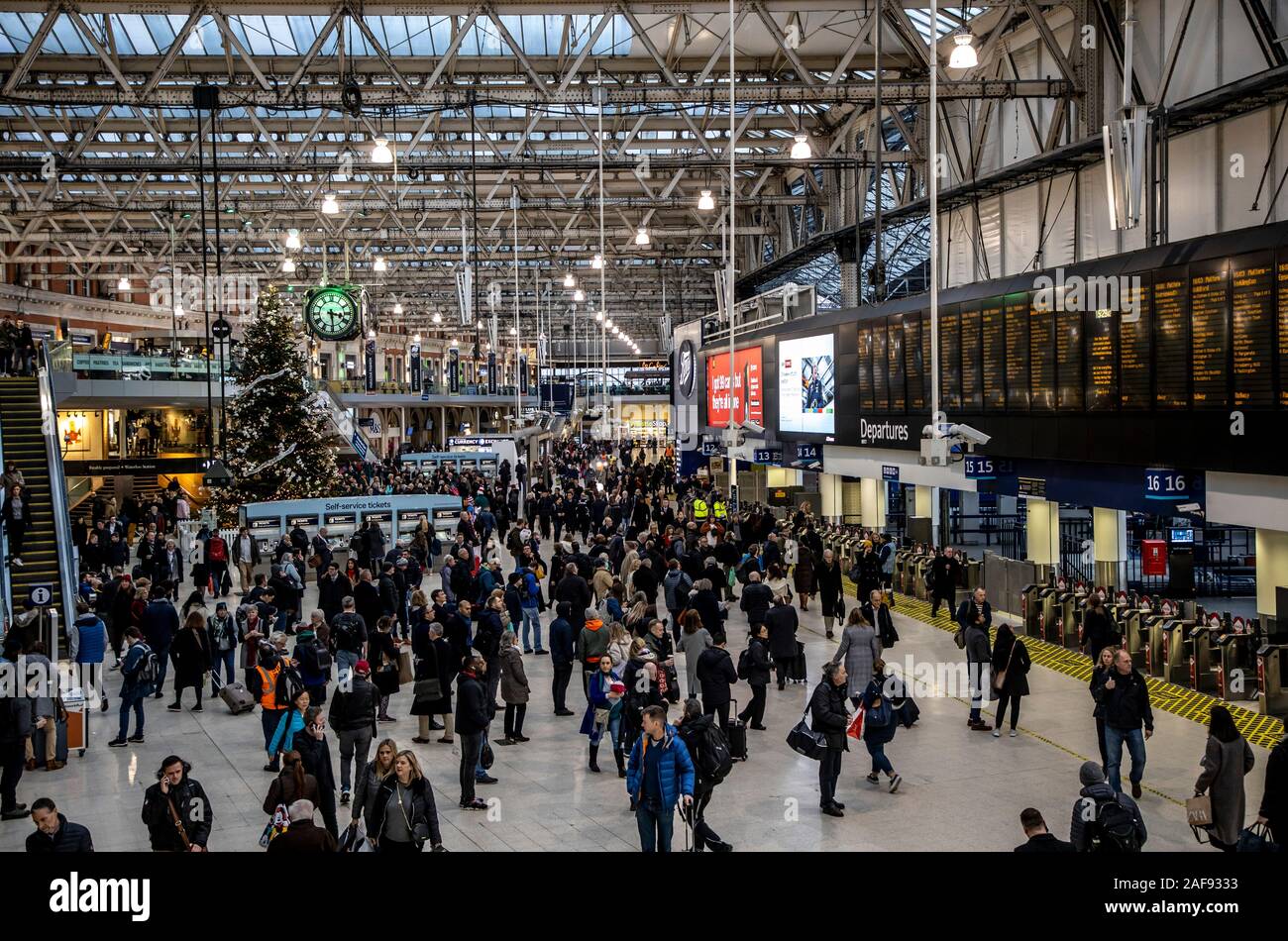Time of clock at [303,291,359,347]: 3:29
